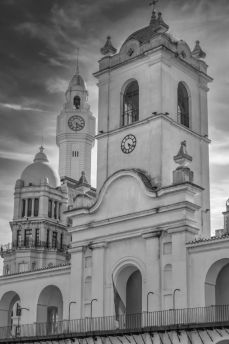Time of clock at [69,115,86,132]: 5:20
